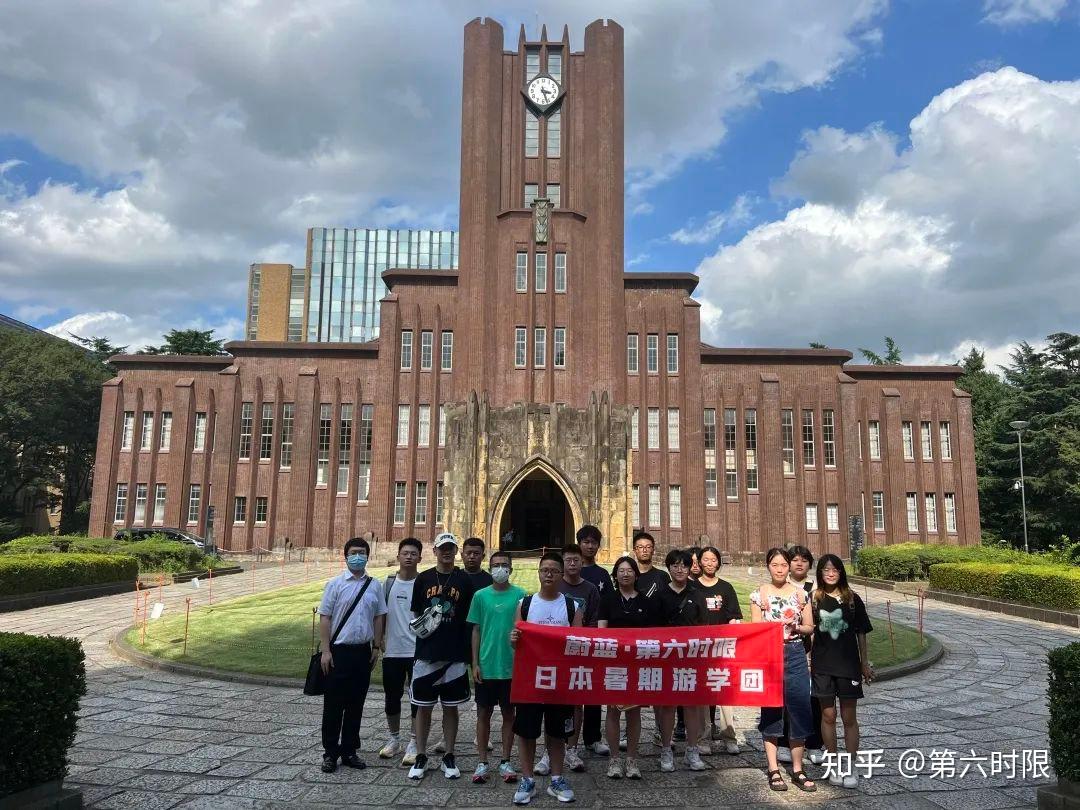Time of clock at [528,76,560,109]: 3:26
